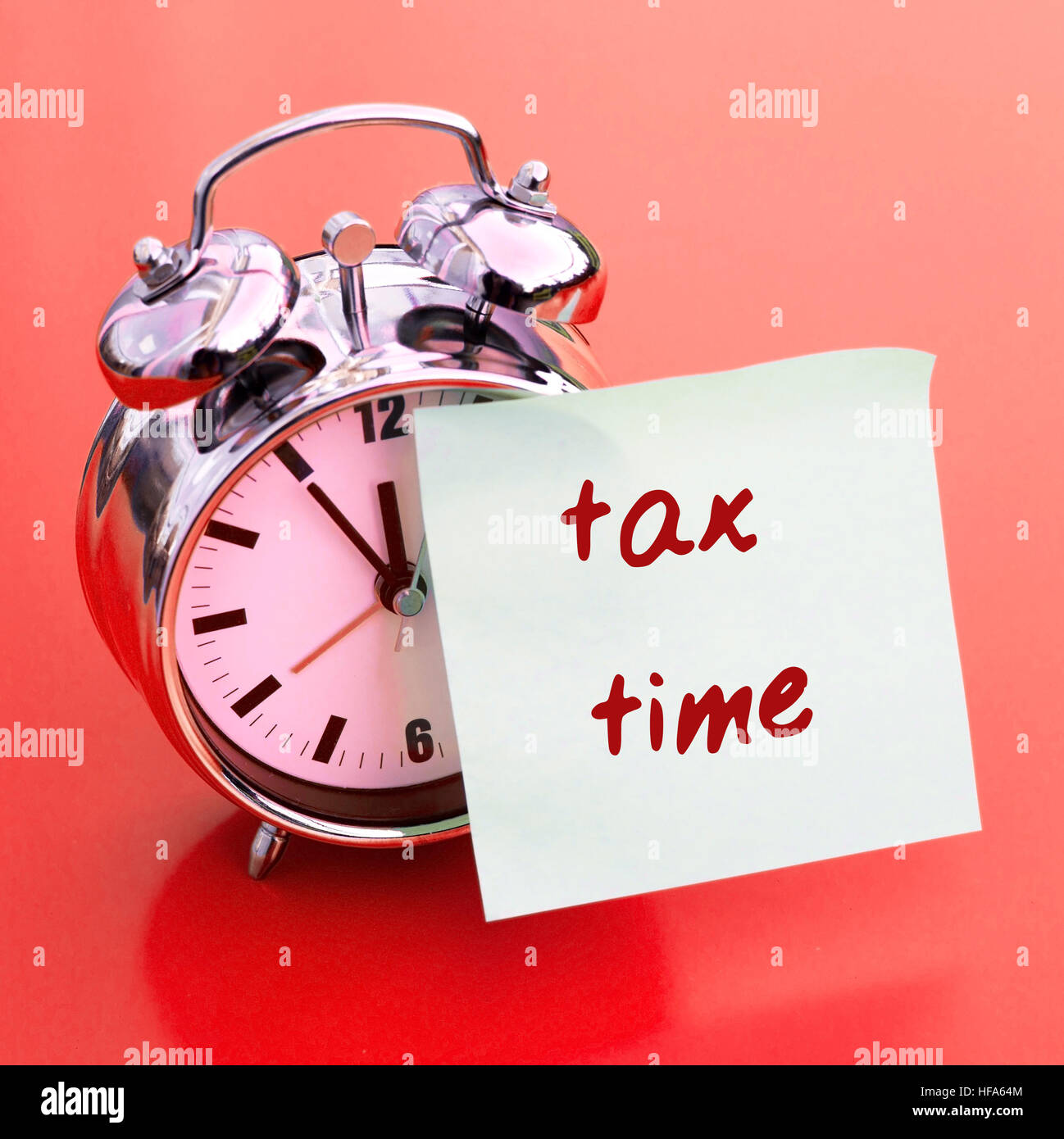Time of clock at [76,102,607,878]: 11:54
